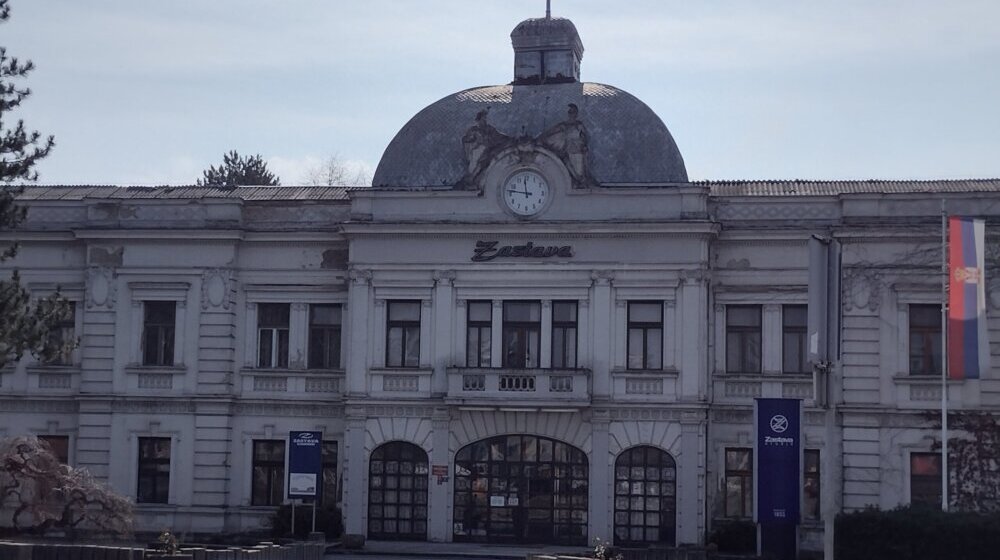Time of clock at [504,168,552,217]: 11:46
